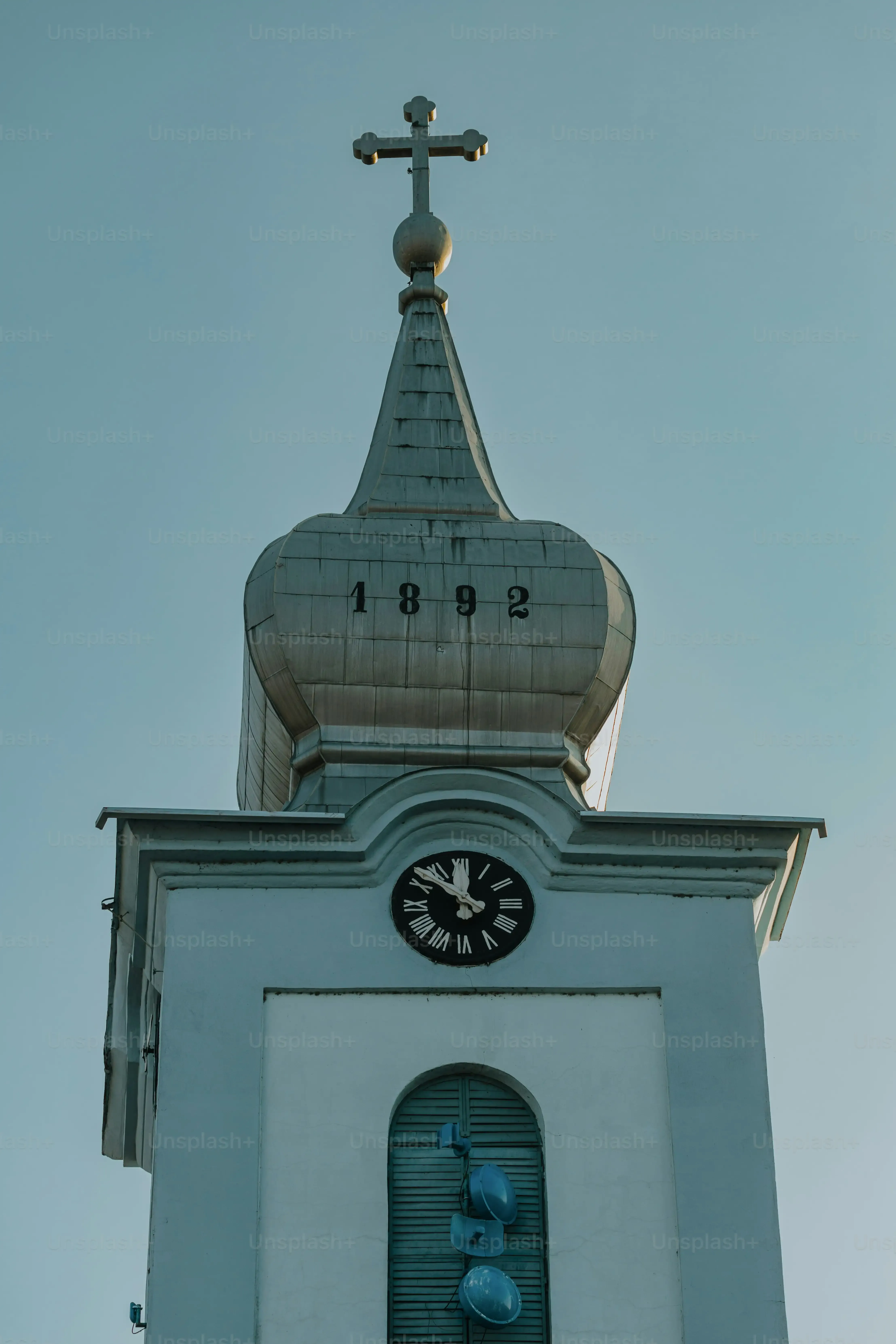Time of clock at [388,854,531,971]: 11:52
